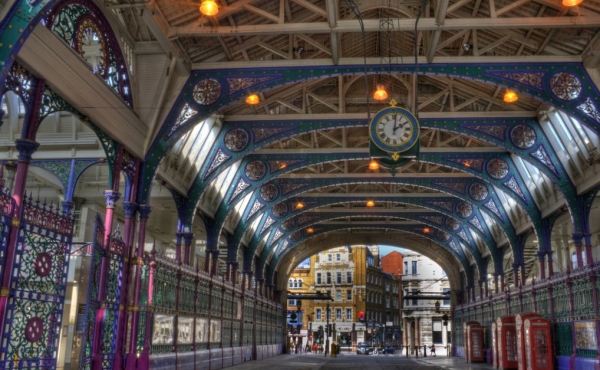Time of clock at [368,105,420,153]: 2:01
